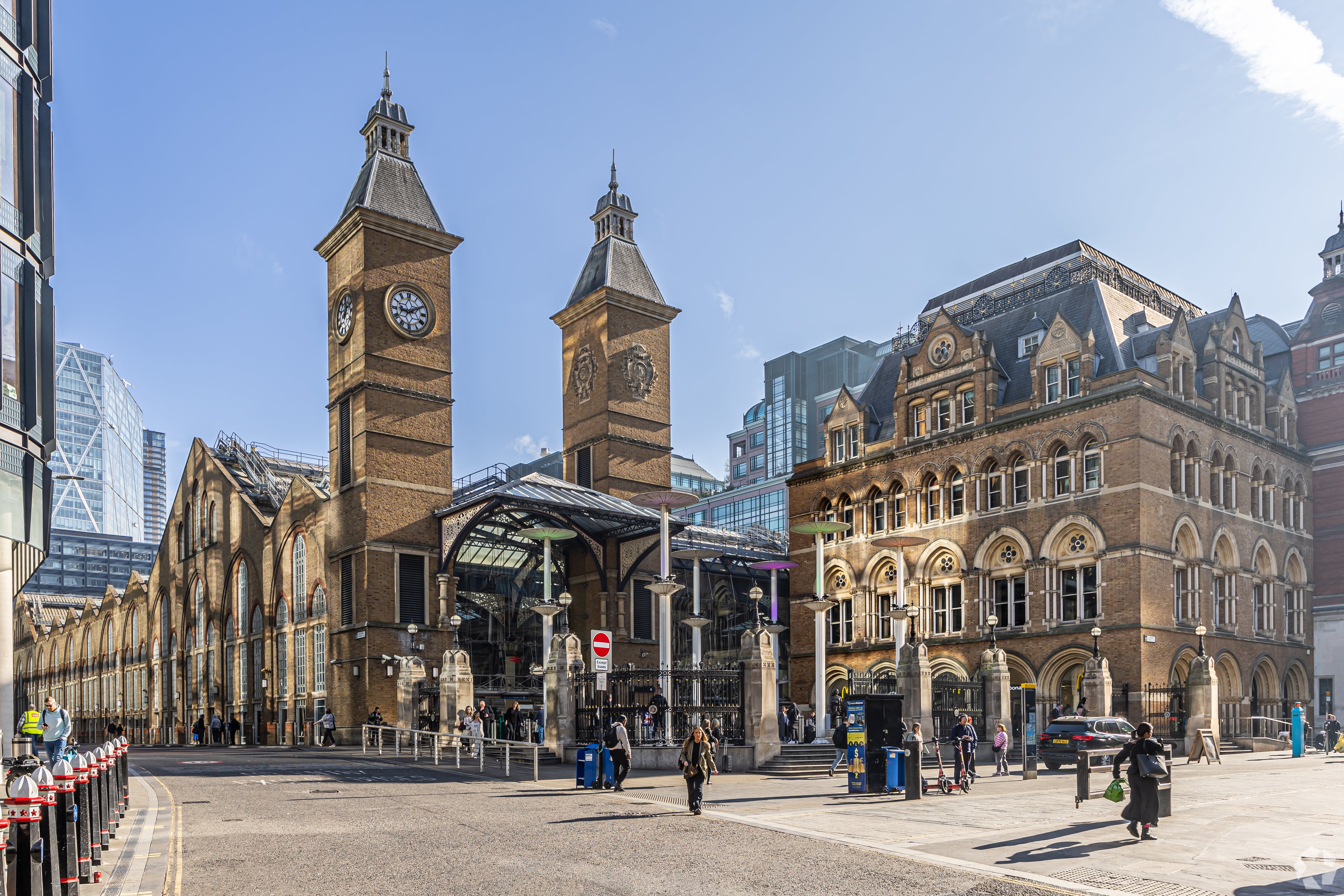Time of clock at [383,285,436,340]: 9:10
